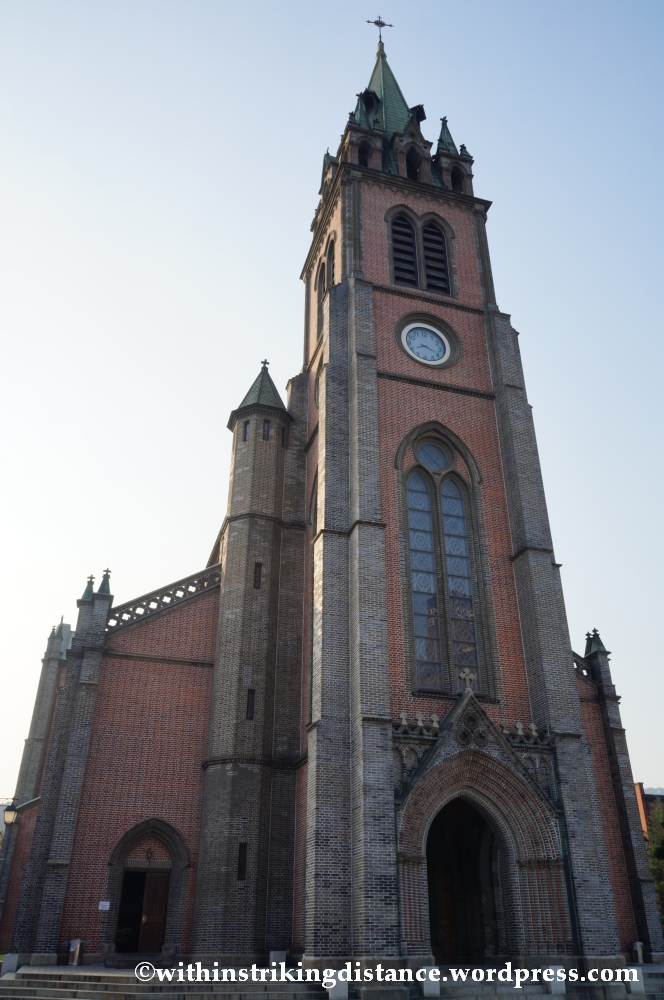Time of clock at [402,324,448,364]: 8:18
